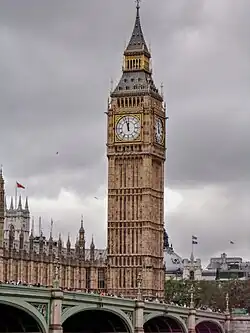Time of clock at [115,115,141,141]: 11:57
